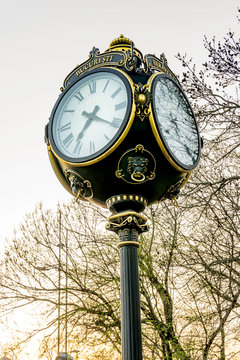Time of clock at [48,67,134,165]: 7:20
